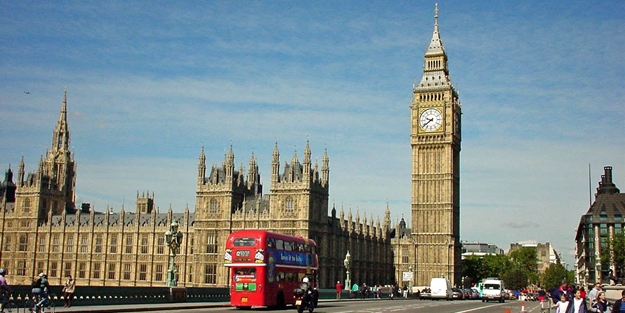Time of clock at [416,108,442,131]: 9:39
